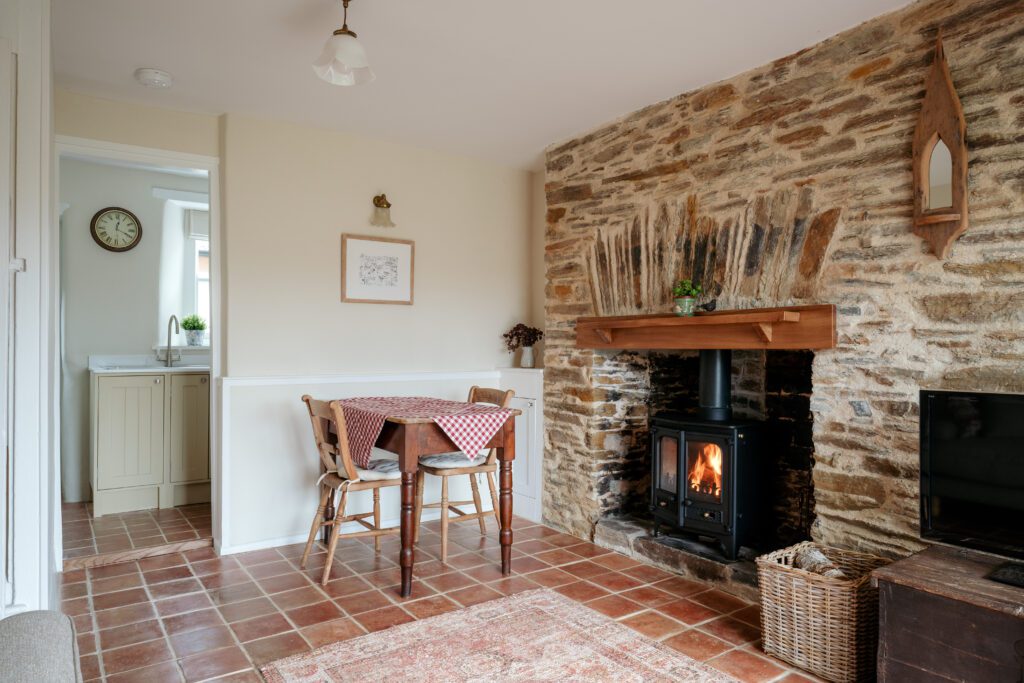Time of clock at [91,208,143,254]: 12:19
